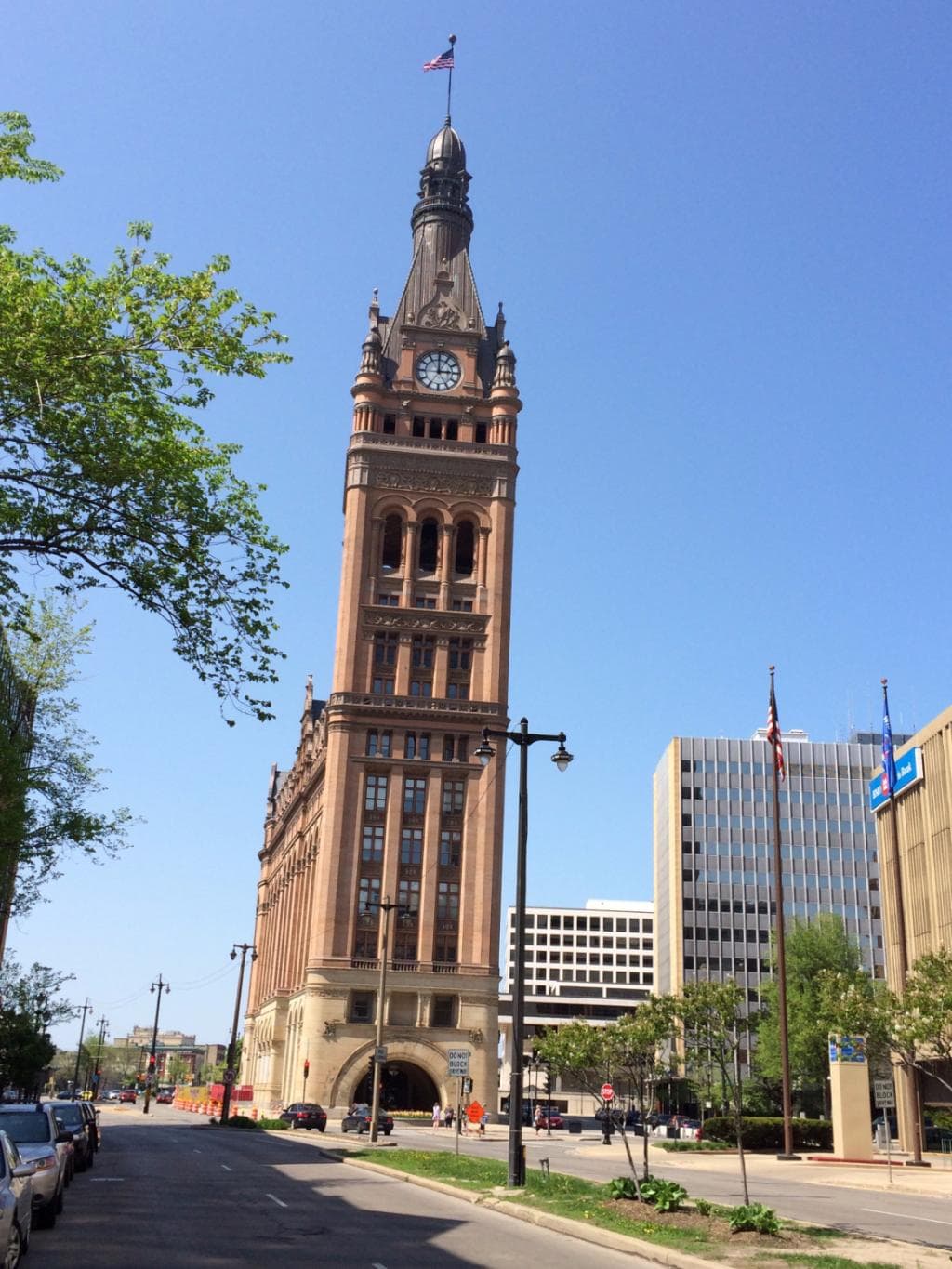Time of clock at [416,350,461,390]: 2:58
